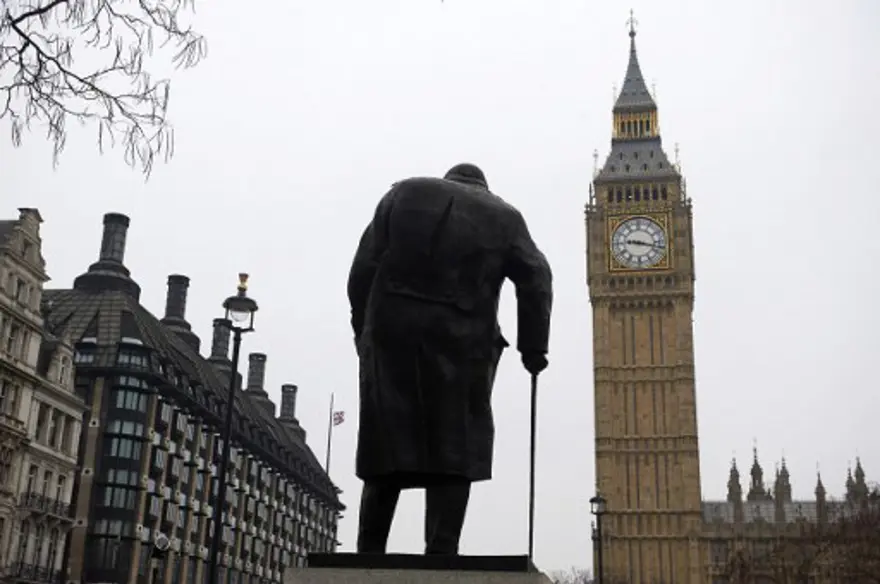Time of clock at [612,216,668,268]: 9:17
